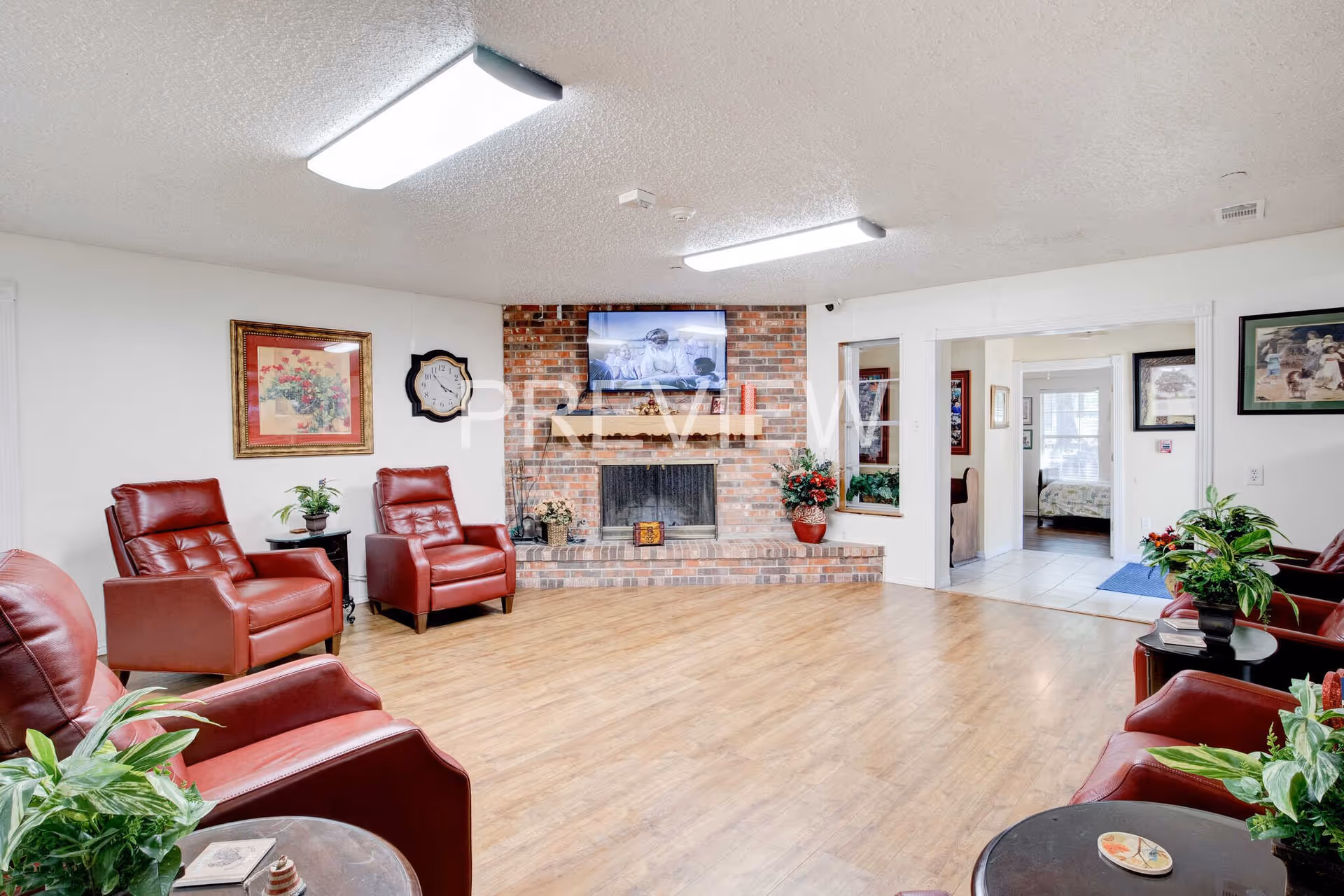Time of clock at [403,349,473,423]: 3:53
